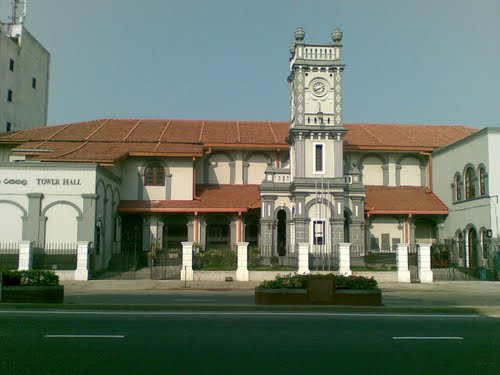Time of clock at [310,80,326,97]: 8:11
